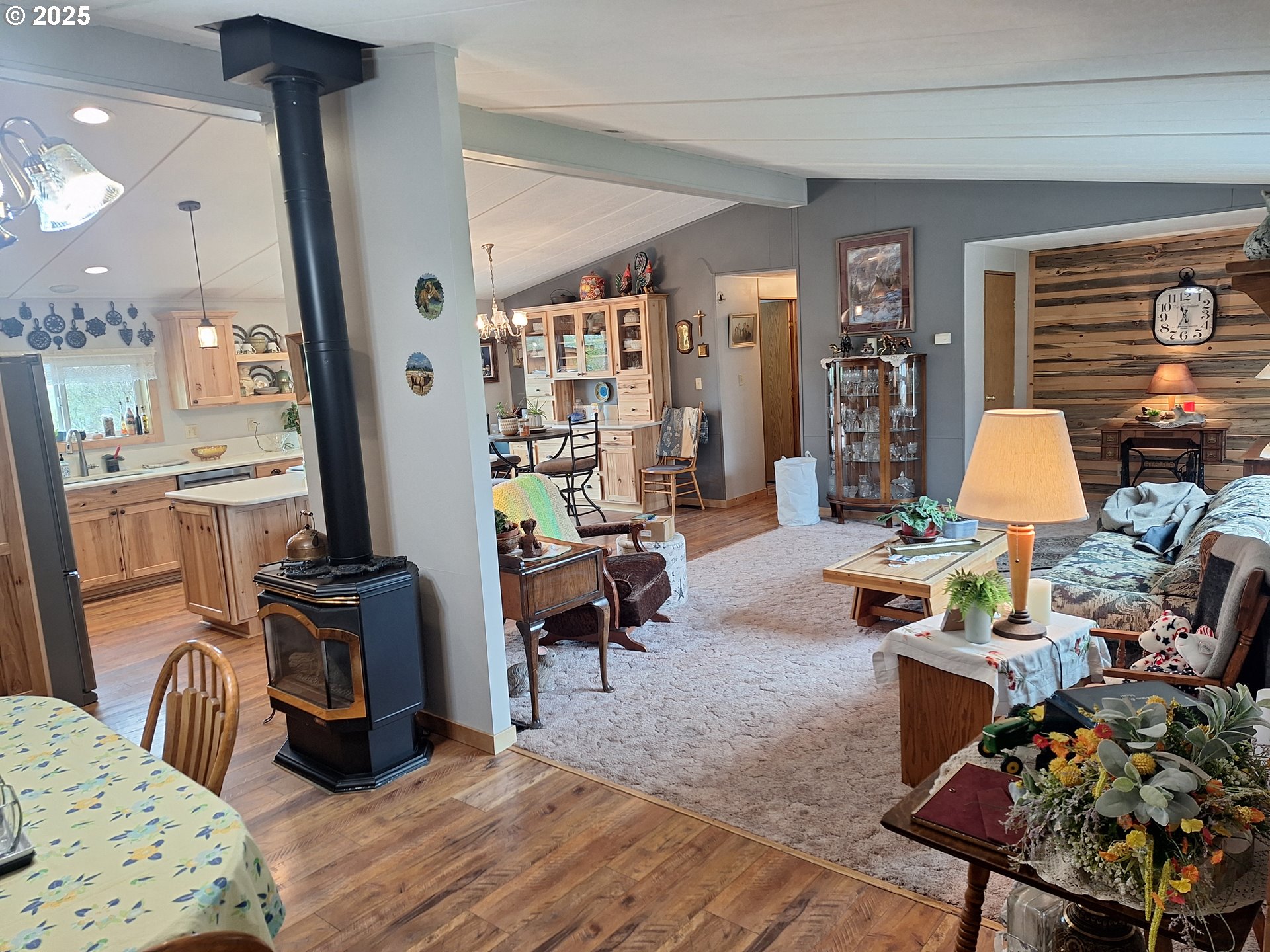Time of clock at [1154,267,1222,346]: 11:34
